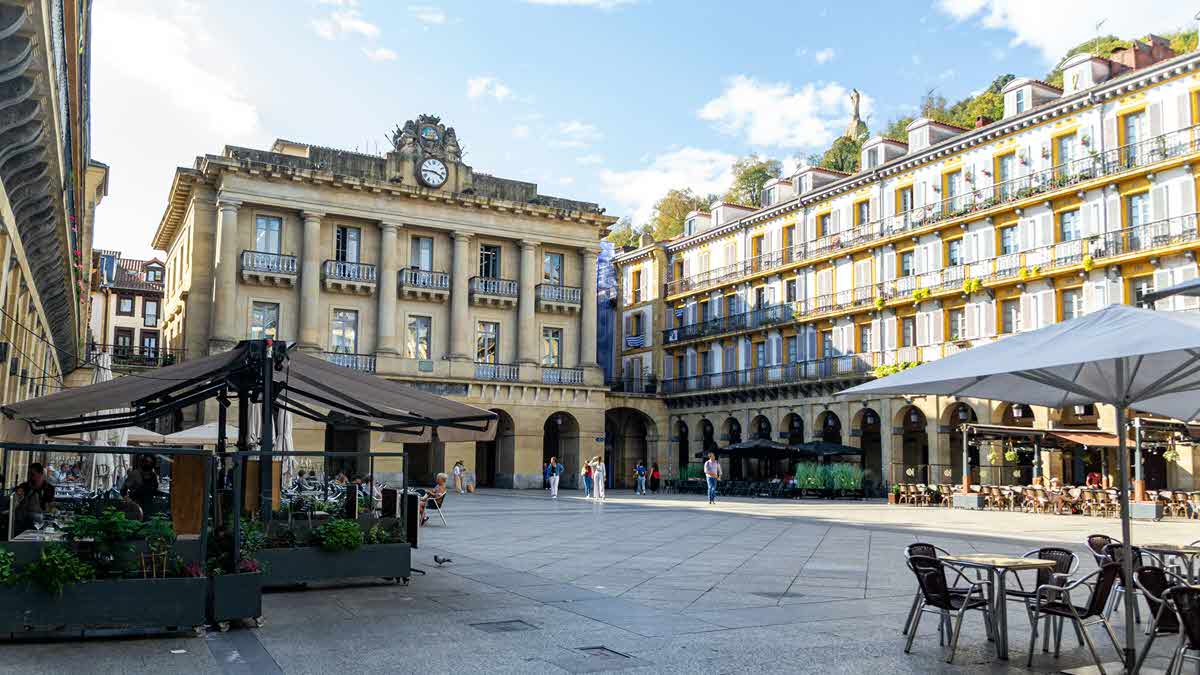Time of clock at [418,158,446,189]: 3:45
